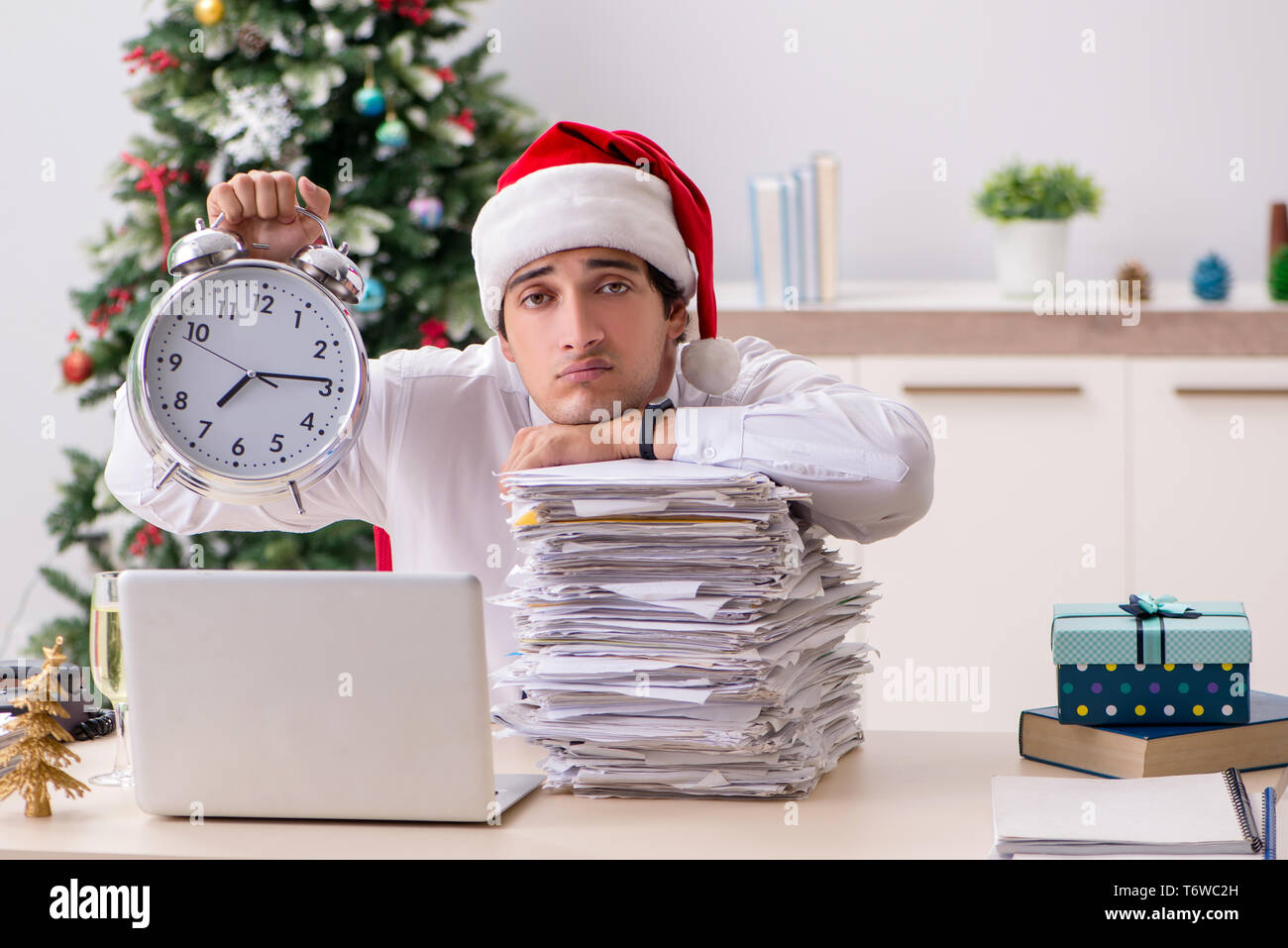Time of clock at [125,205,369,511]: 7:14
